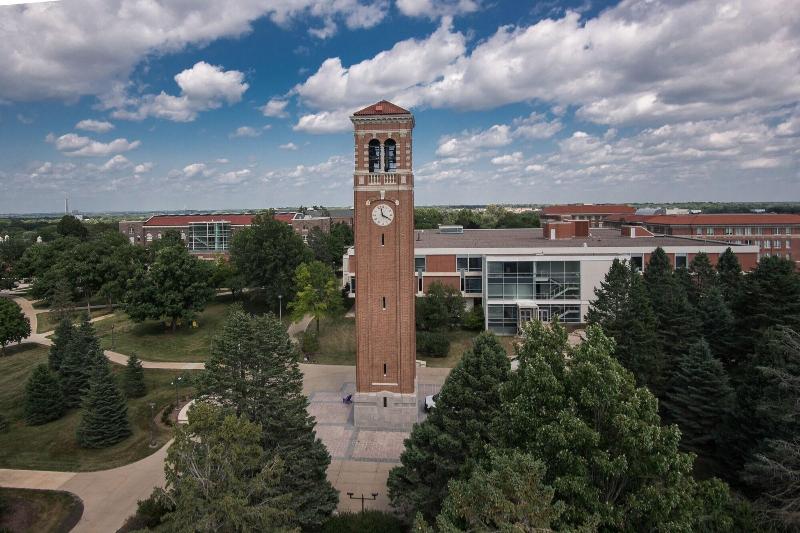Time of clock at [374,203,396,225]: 3:58
